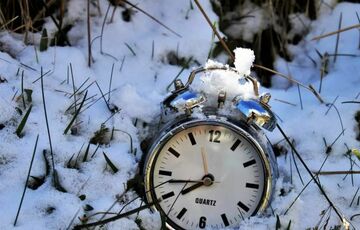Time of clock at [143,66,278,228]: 7:43
